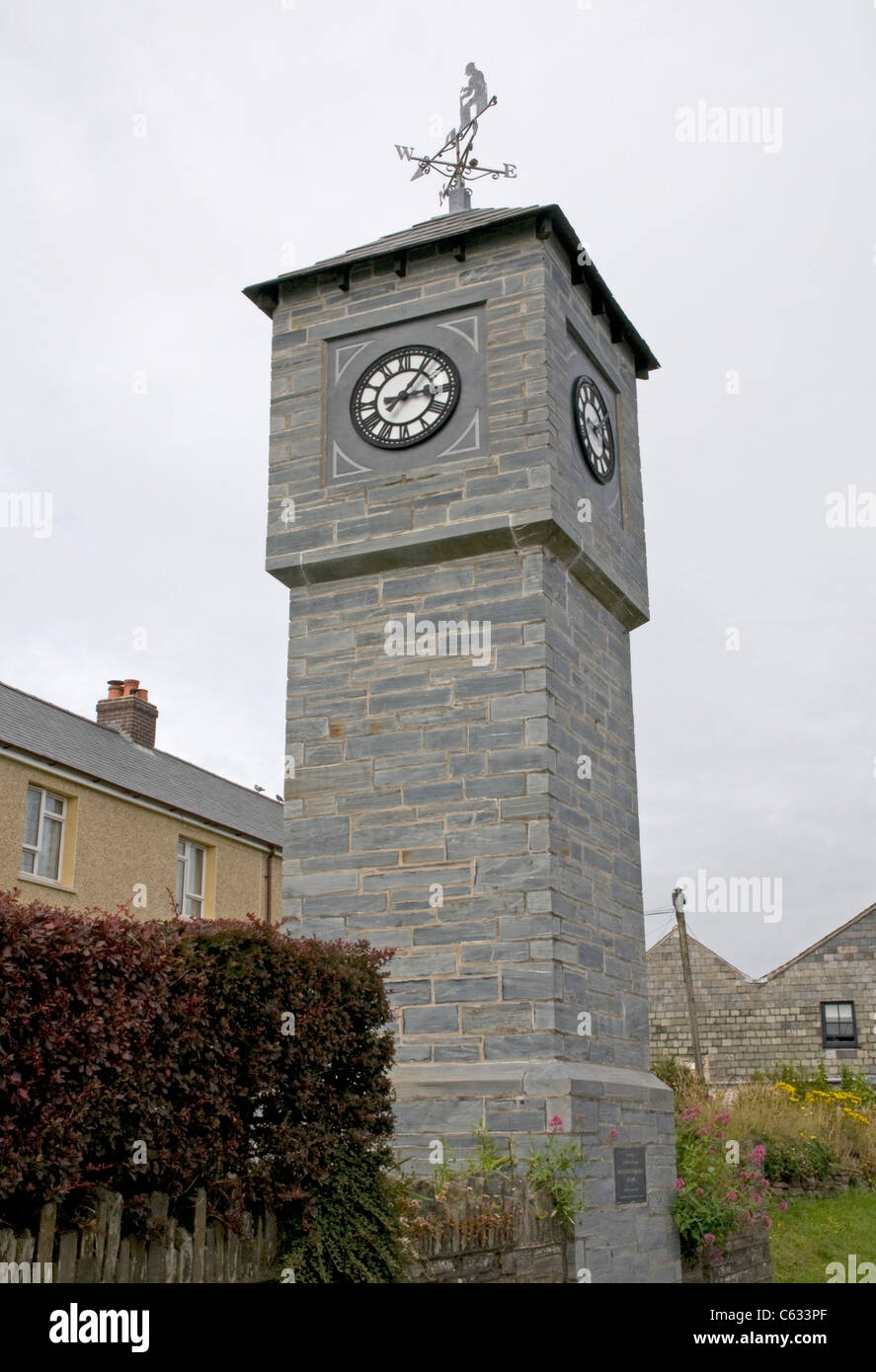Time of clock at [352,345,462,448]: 3:06
